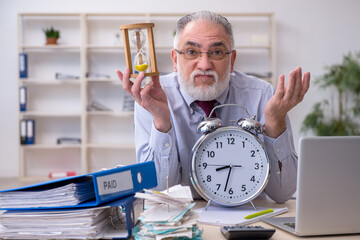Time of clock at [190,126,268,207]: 8:32
